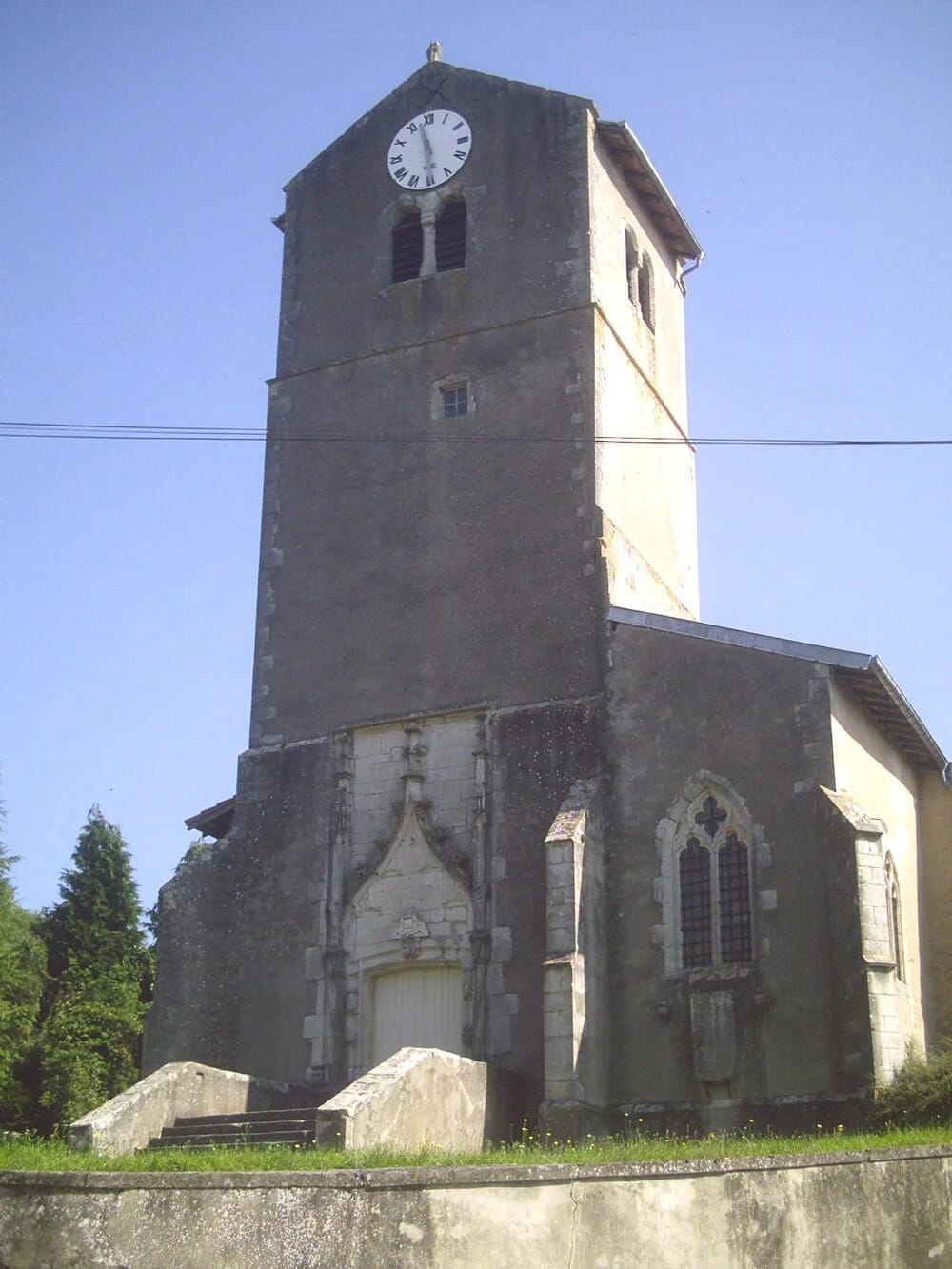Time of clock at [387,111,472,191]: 5:57
